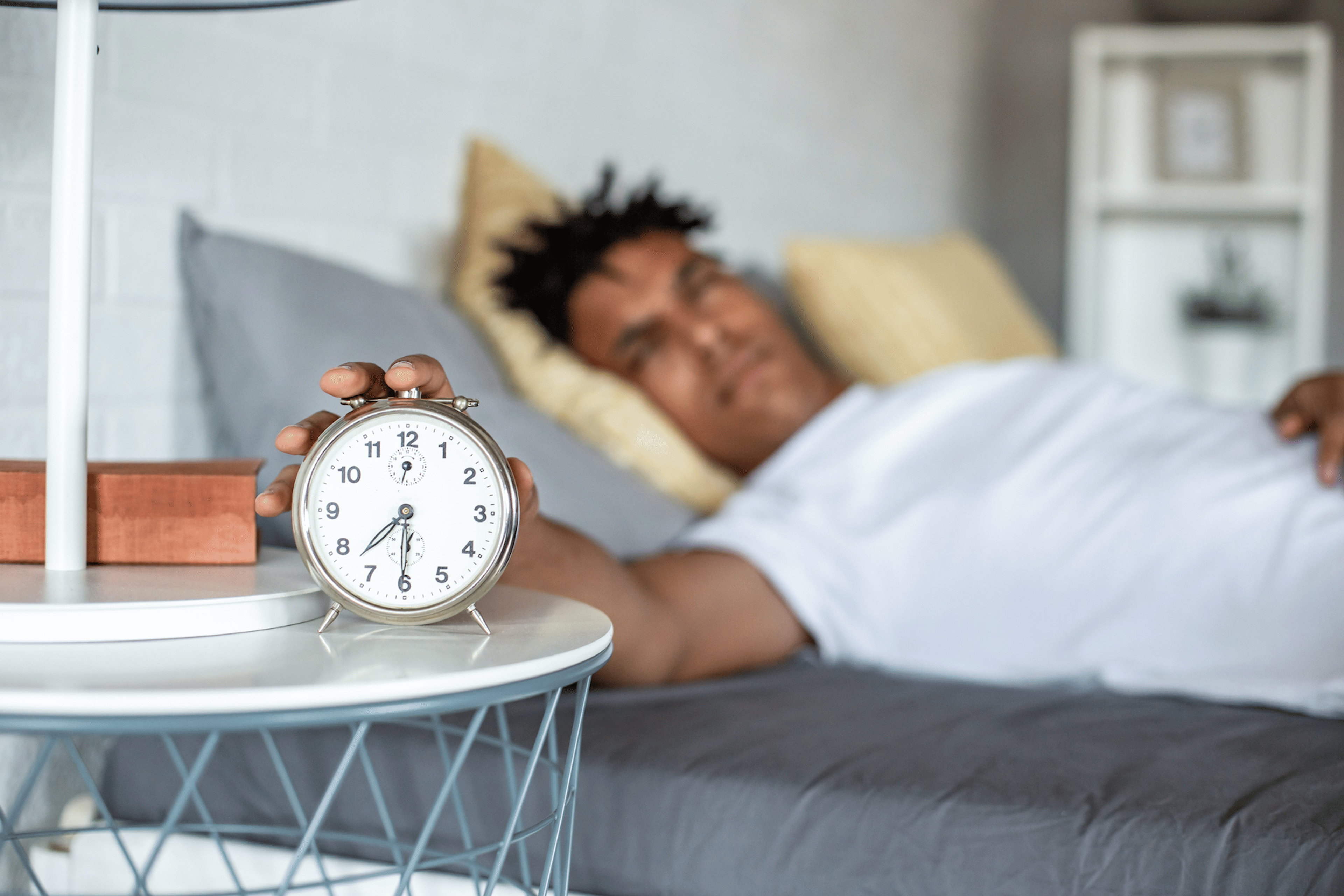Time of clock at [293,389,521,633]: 7:30
